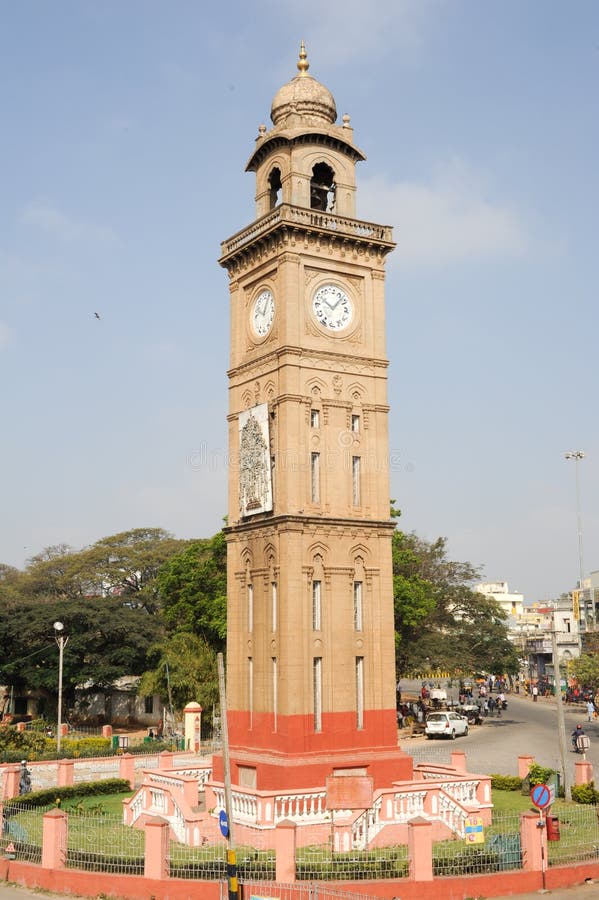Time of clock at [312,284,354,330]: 10:07
